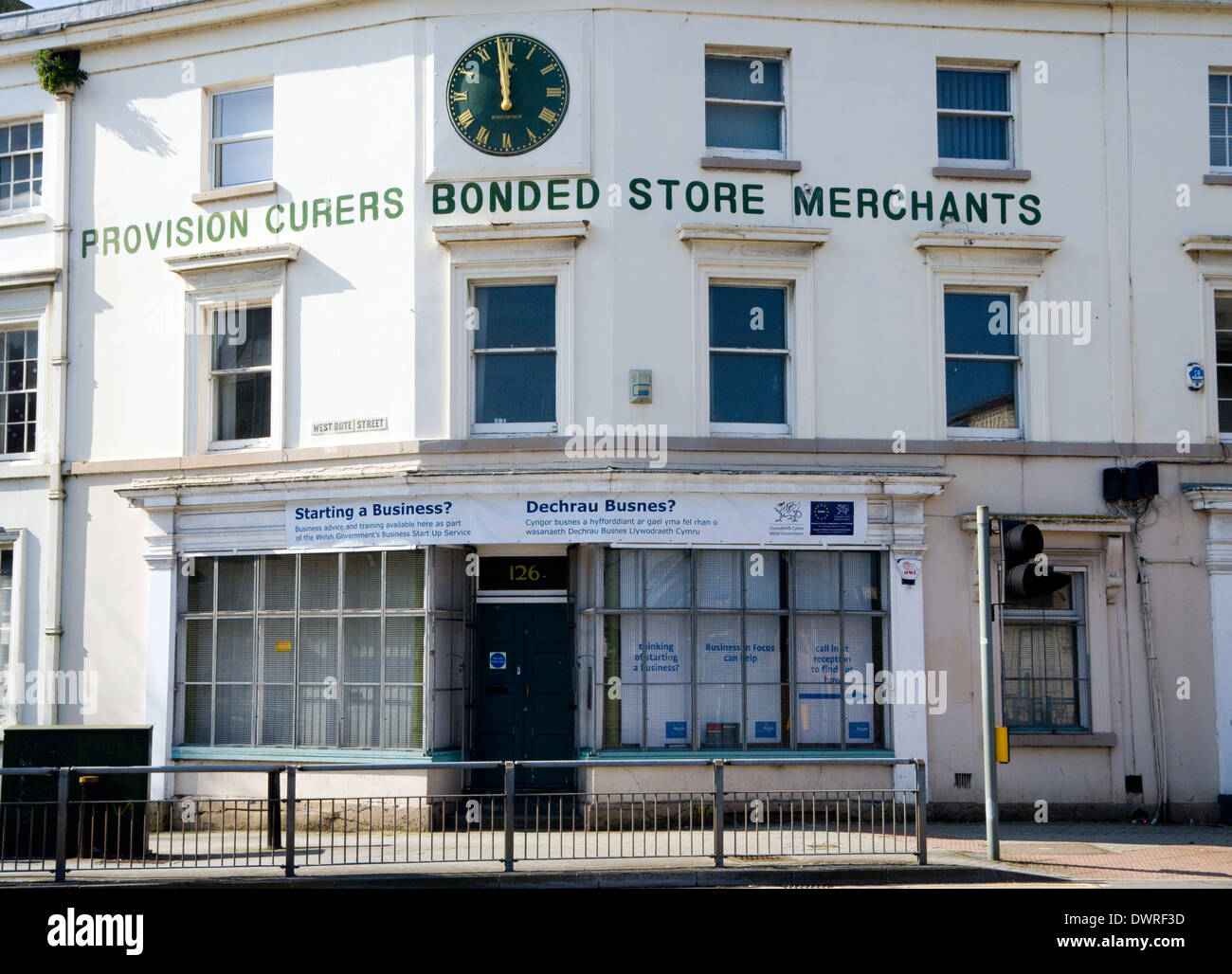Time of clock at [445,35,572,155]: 11:58
